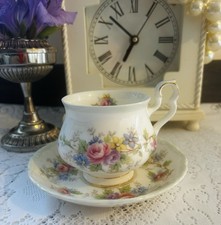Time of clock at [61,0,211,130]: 6:52
